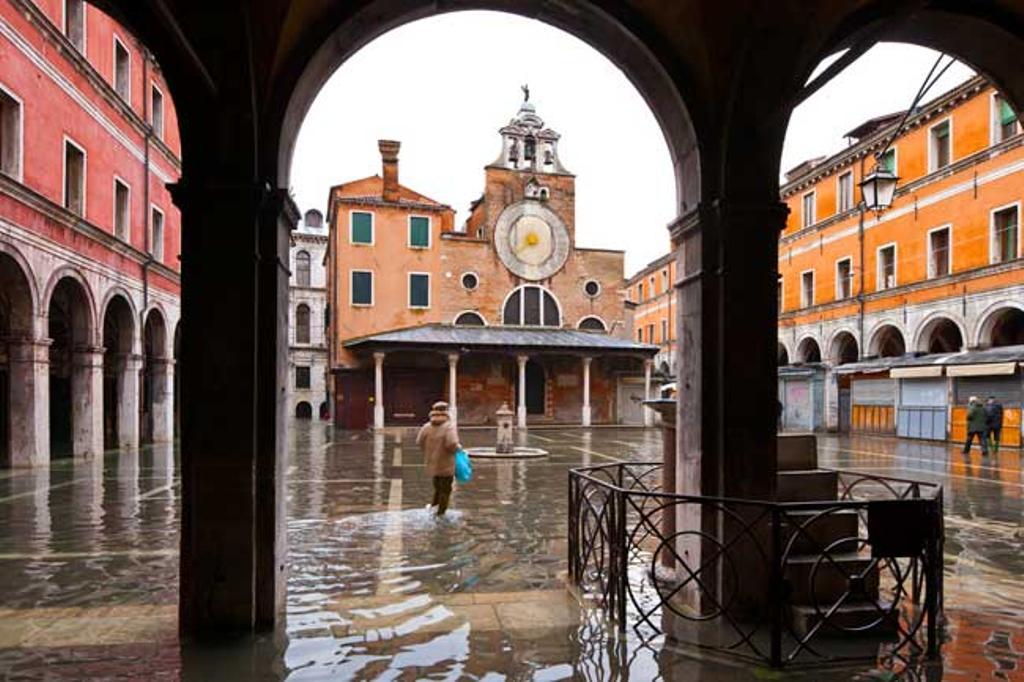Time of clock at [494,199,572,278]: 8:38
